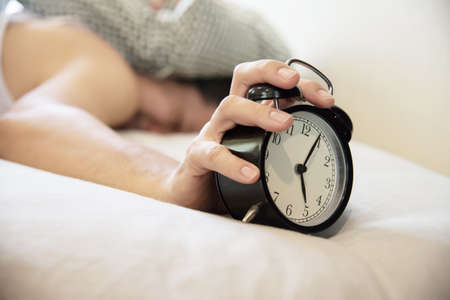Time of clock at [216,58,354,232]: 5:04
